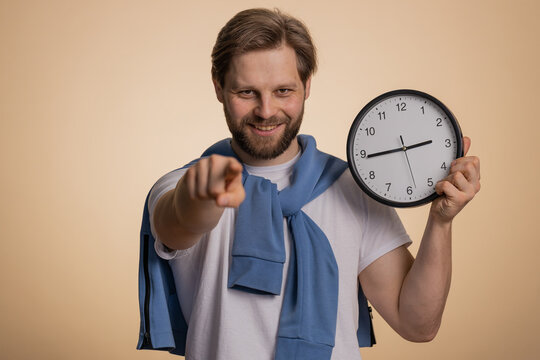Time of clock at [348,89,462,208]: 2:44
